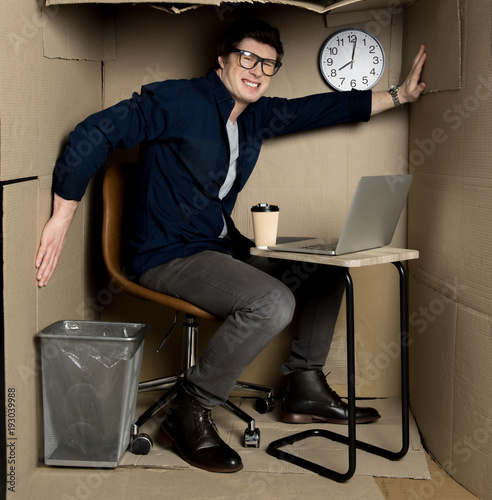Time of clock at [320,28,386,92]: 8:01
